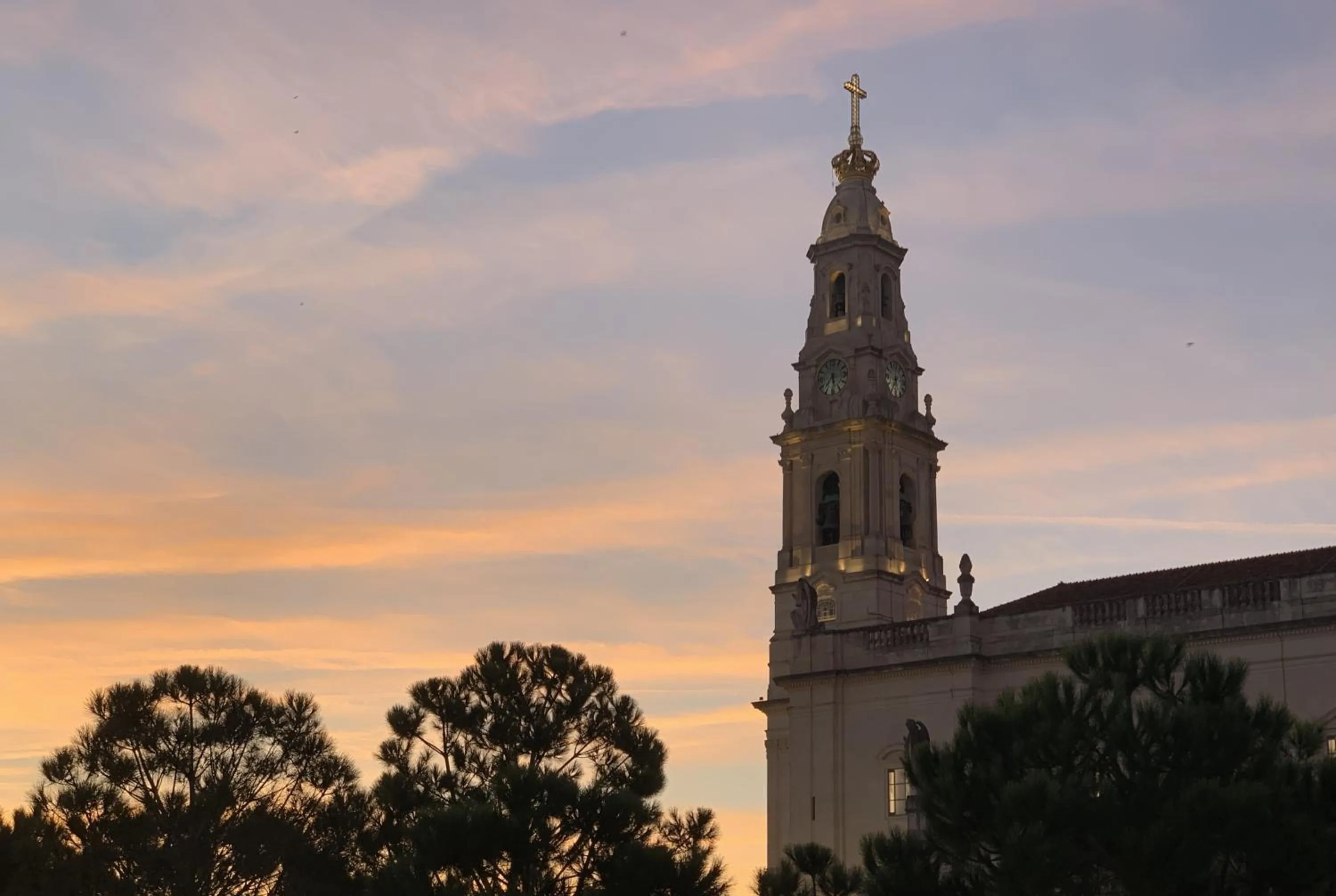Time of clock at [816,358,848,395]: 5:36
